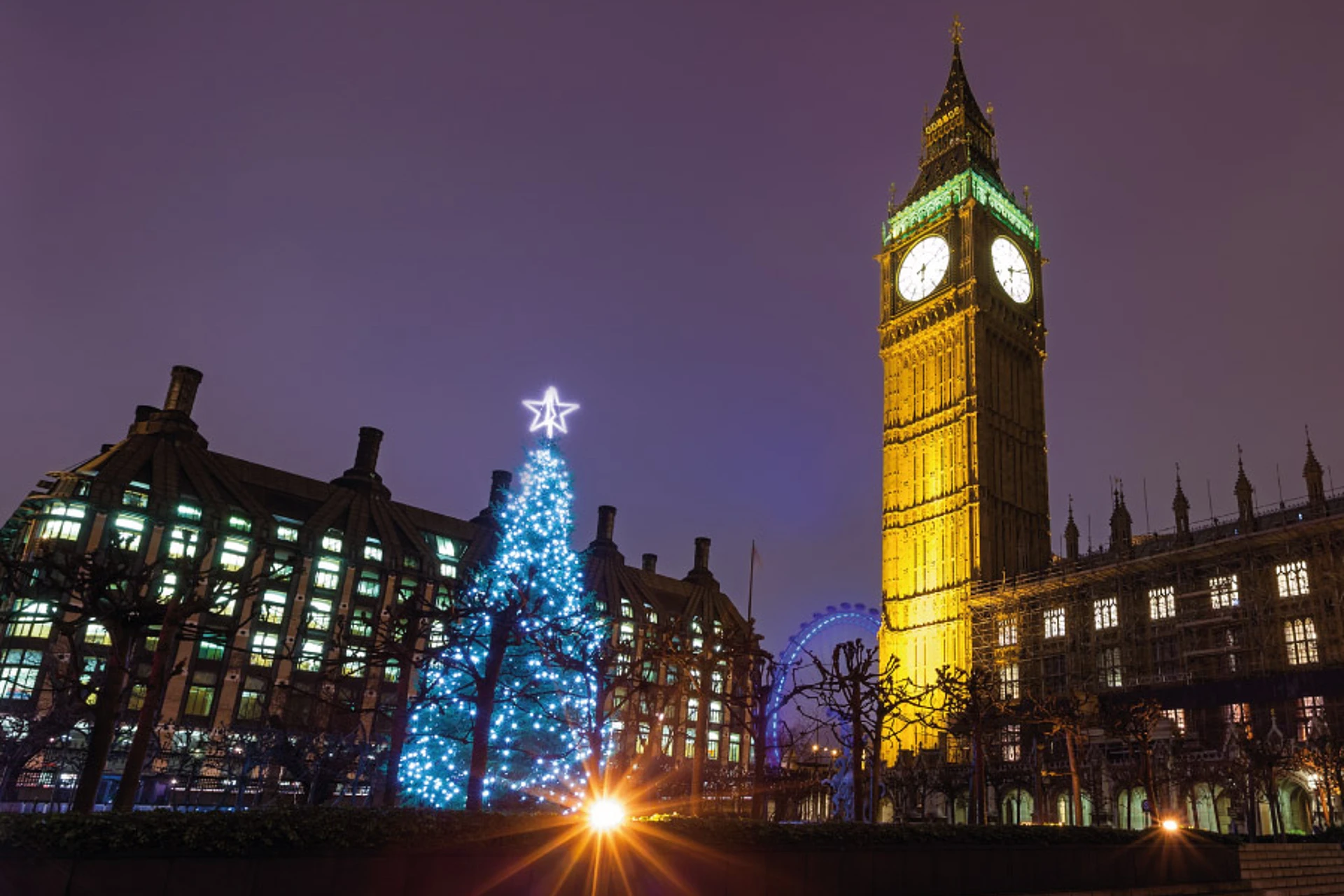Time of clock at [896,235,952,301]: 6:11
